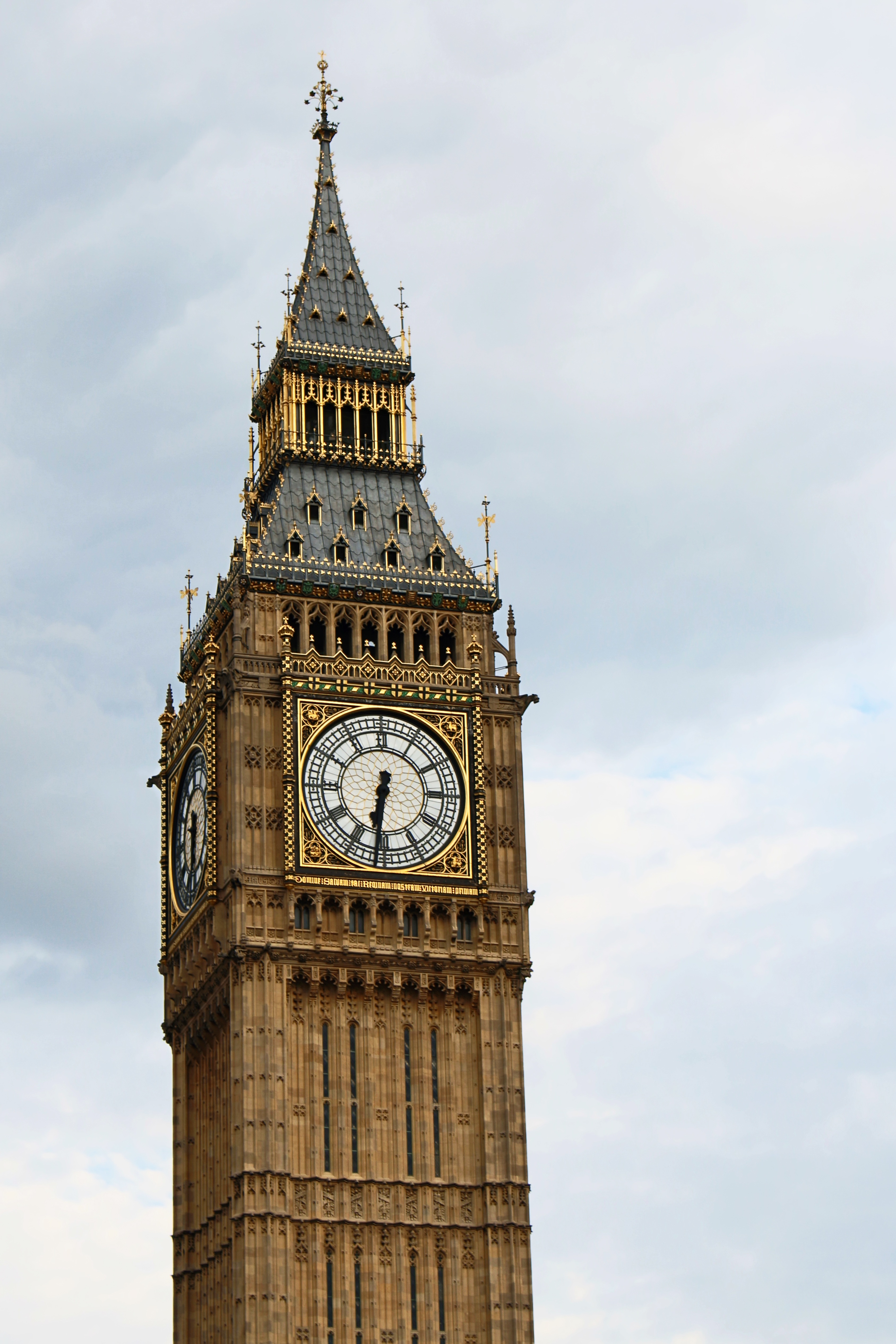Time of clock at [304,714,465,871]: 6:31
